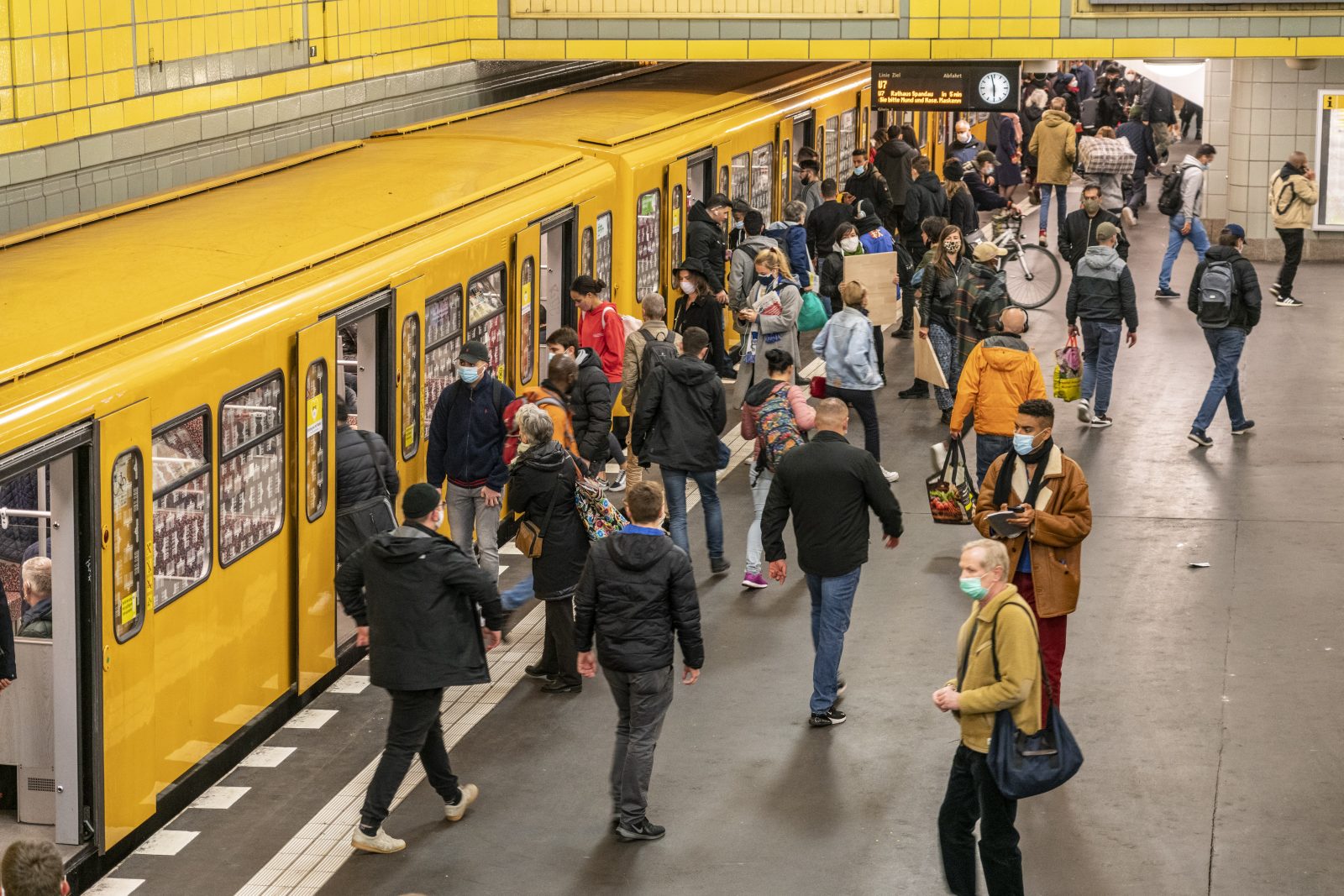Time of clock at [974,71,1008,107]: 5:57
